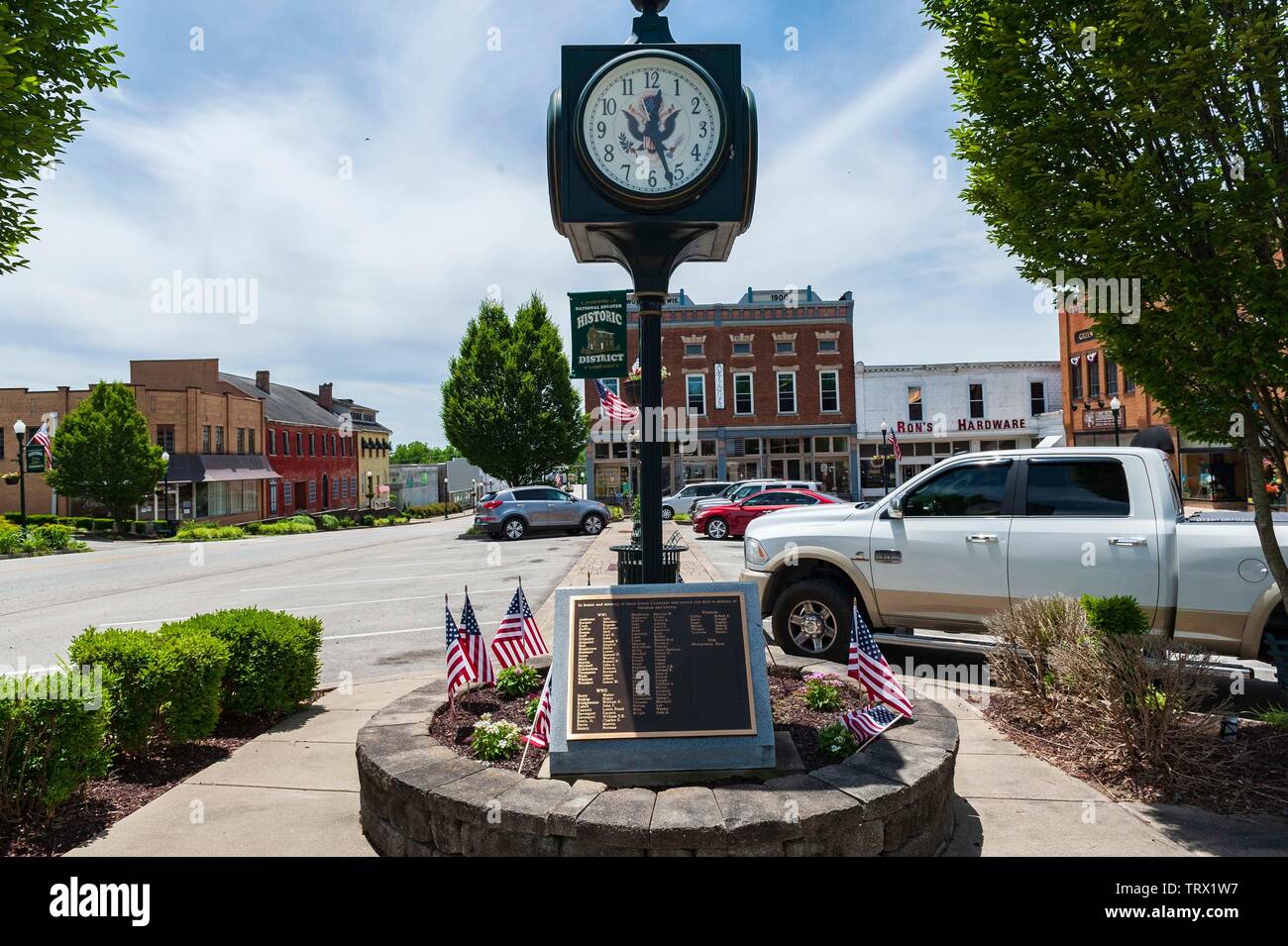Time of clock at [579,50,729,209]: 12:26
